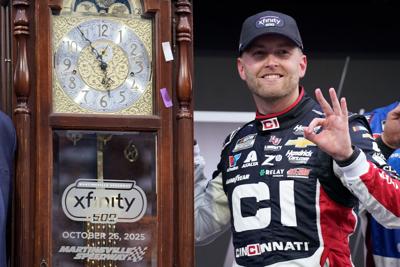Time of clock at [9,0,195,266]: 5:53
